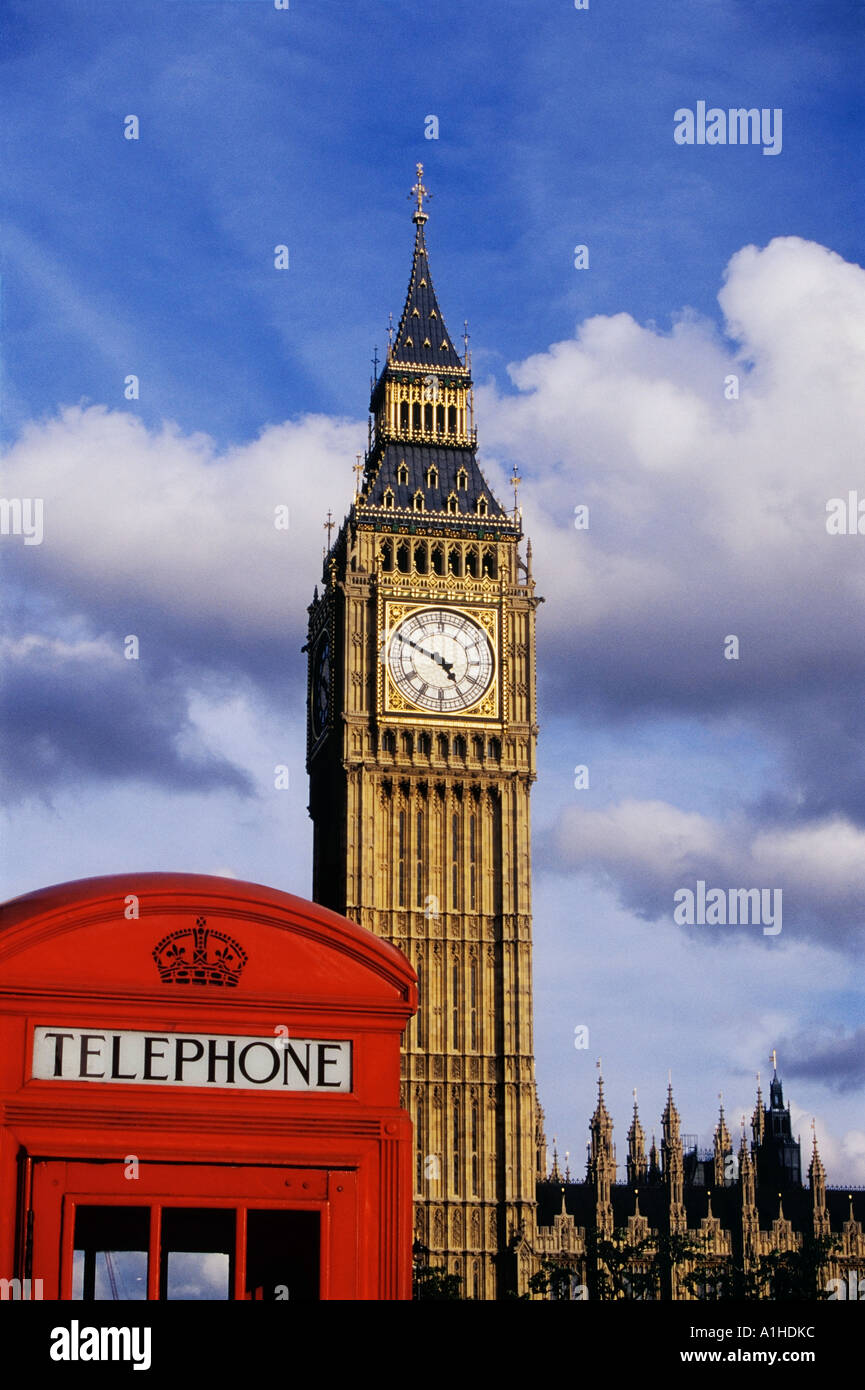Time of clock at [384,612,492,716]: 4:49
